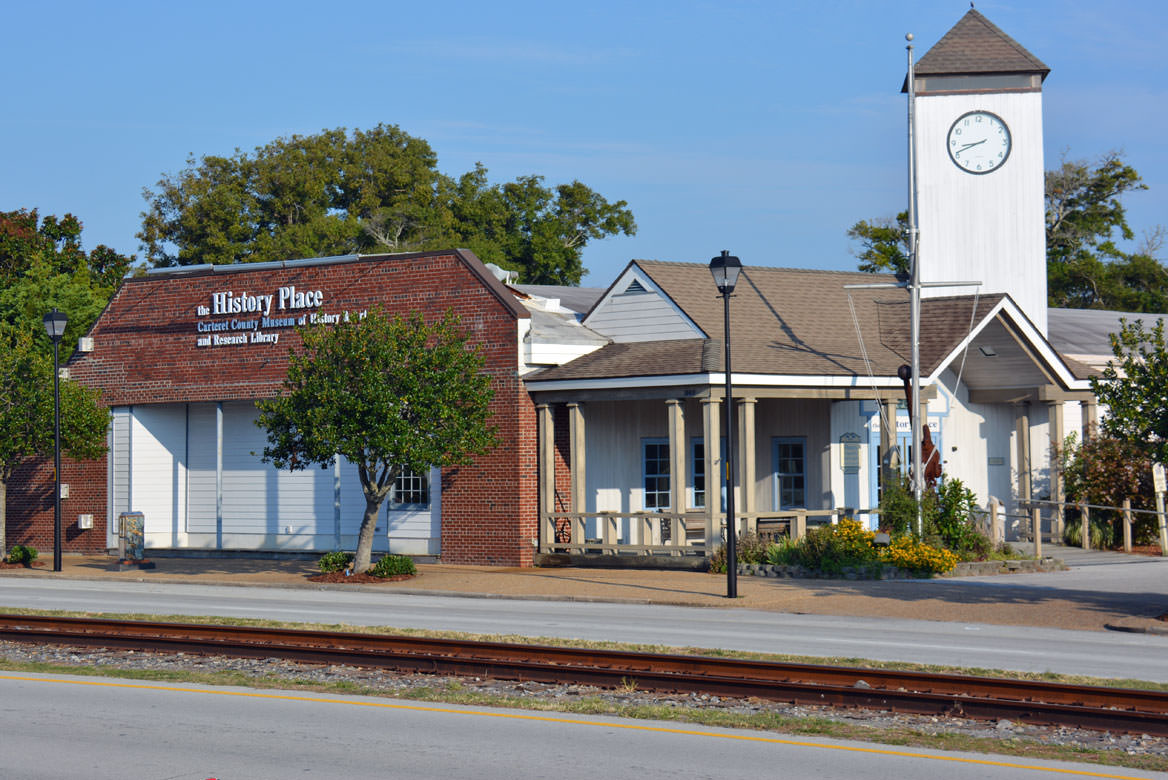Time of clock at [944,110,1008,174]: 8:41
